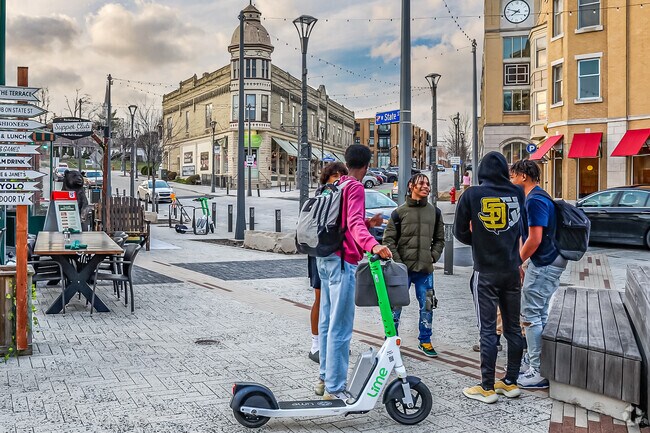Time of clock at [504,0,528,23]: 7:47
